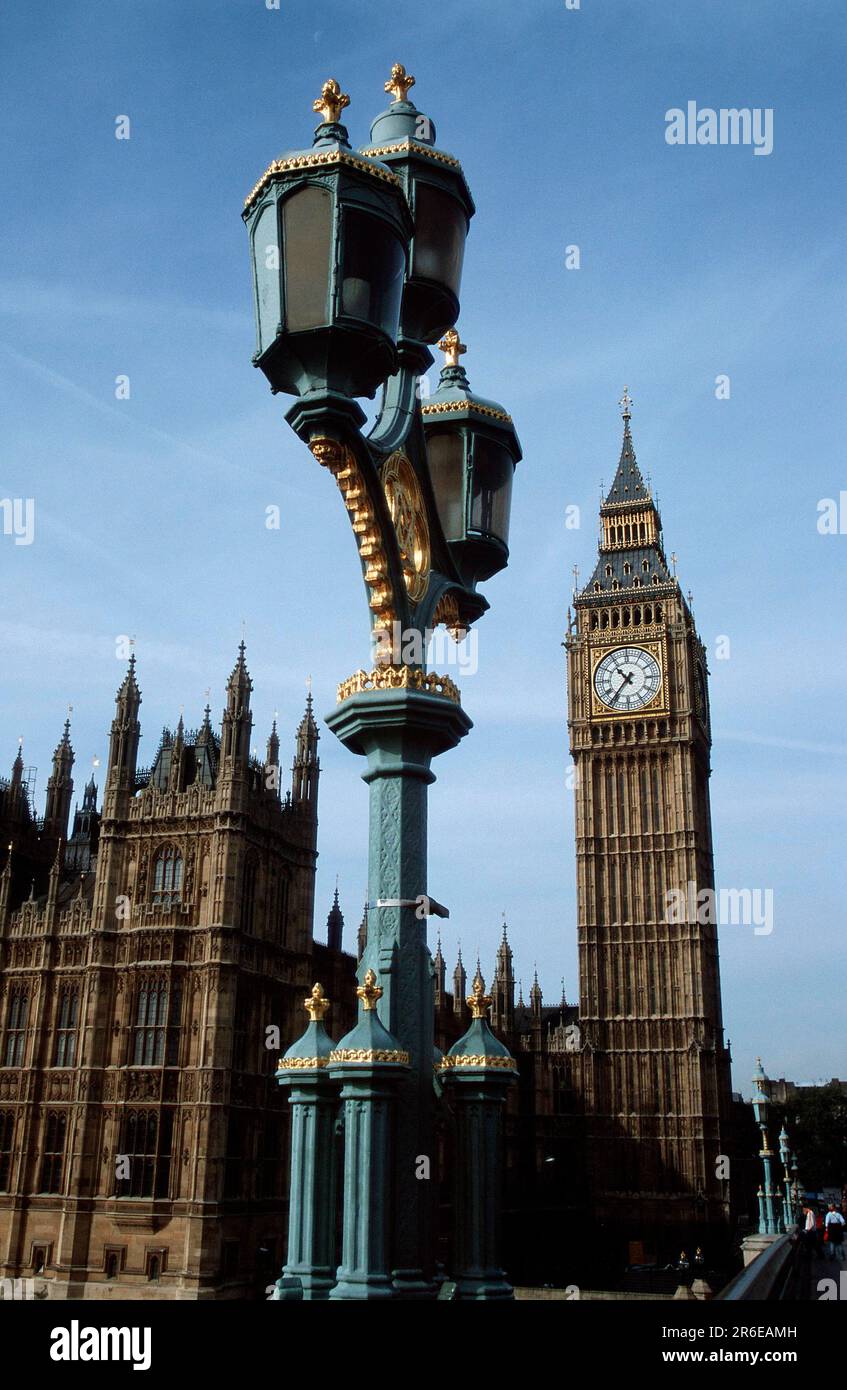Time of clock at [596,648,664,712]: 10:36
